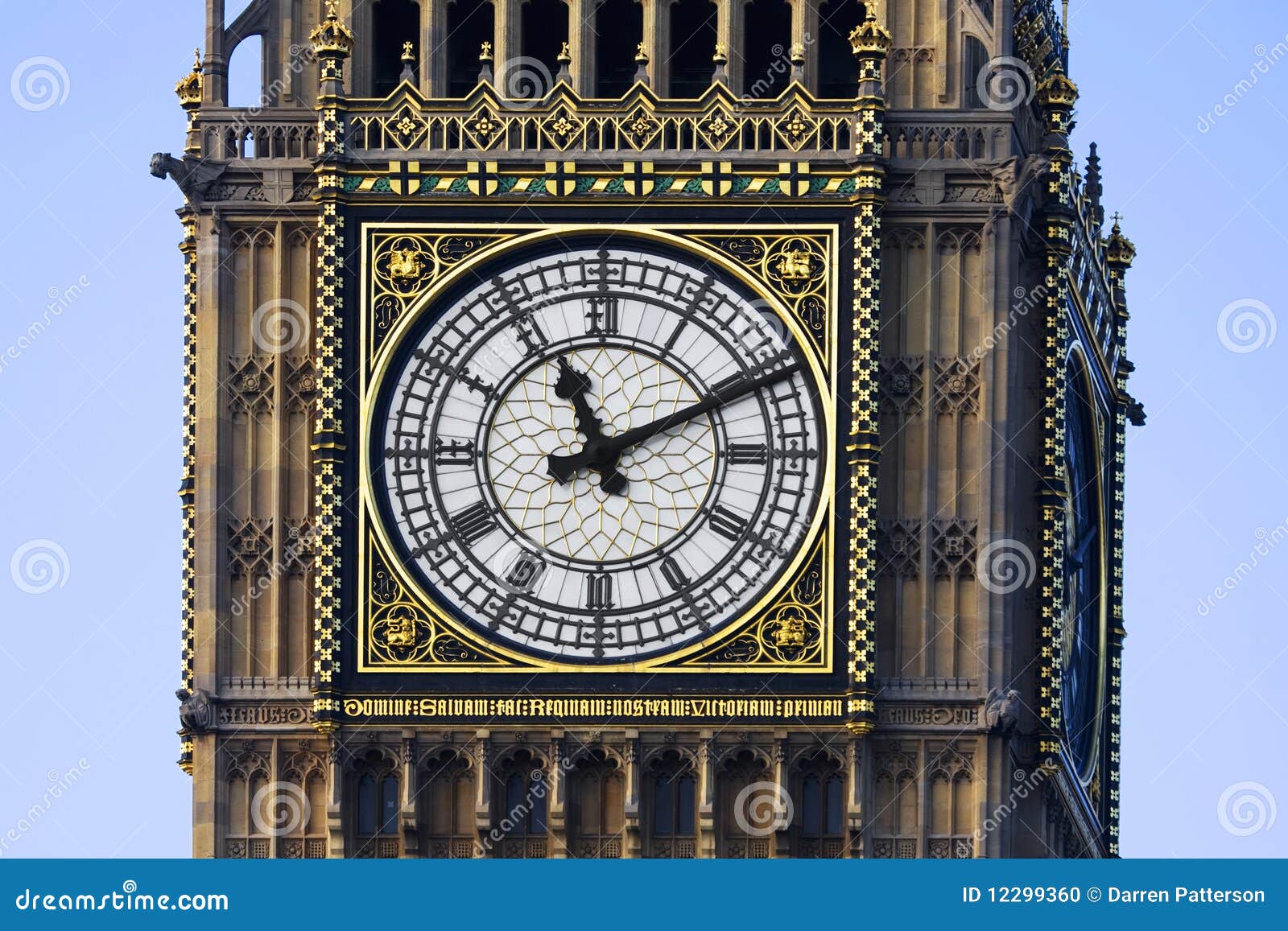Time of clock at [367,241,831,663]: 11:10
